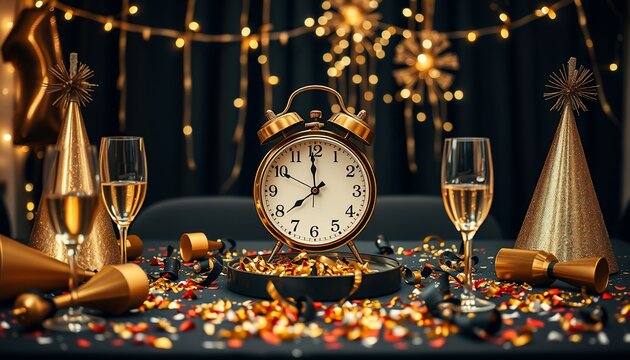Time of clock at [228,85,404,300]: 7:59
